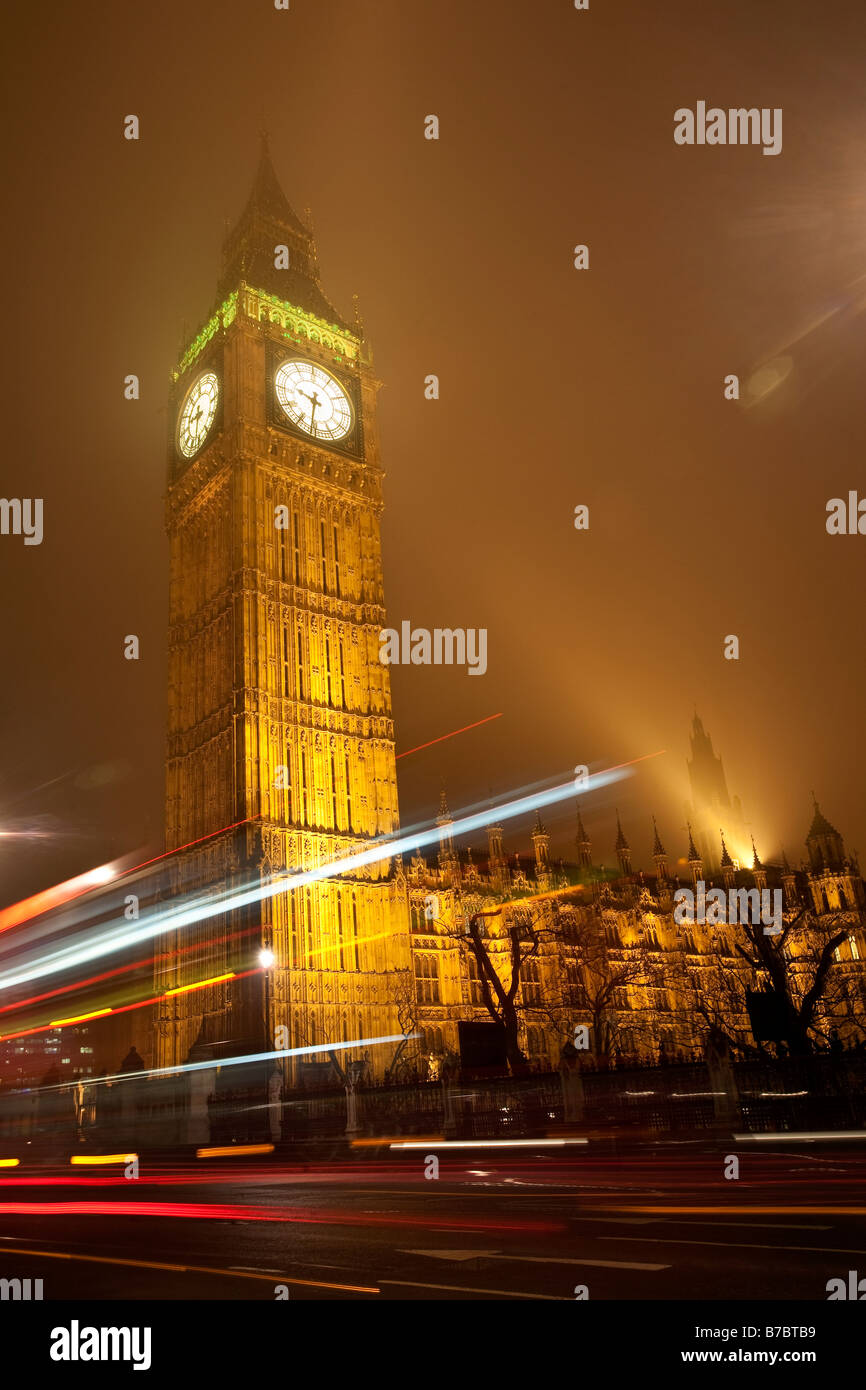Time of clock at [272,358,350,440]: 9:31
